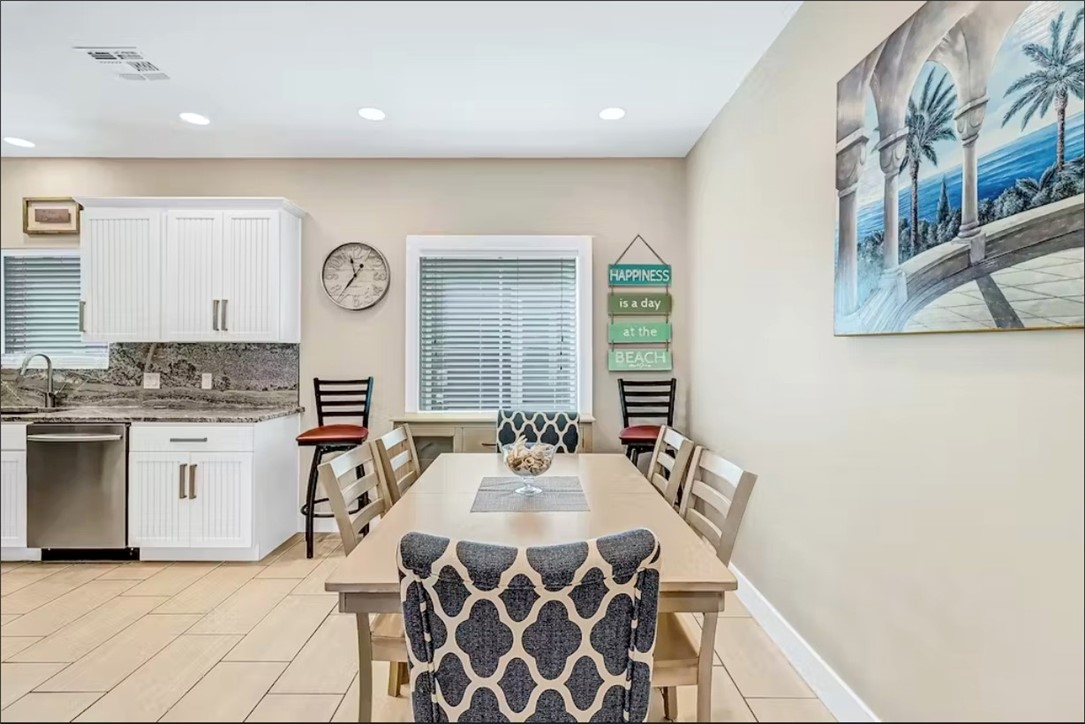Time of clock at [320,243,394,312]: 11:36
